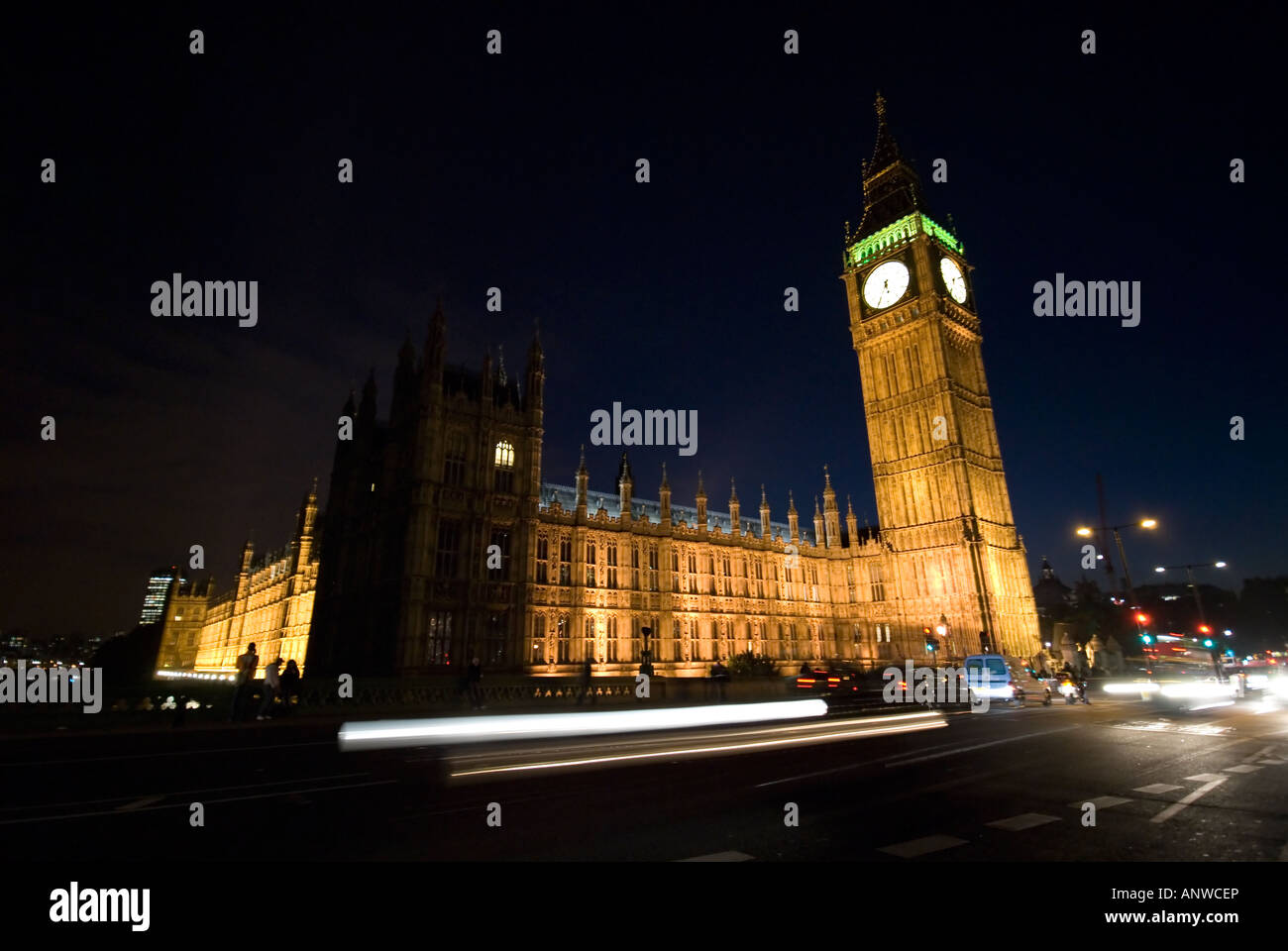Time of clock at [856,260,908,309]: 5:35
